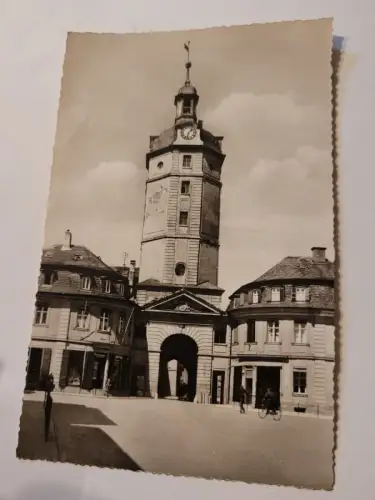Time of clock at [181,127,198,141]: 1:32
